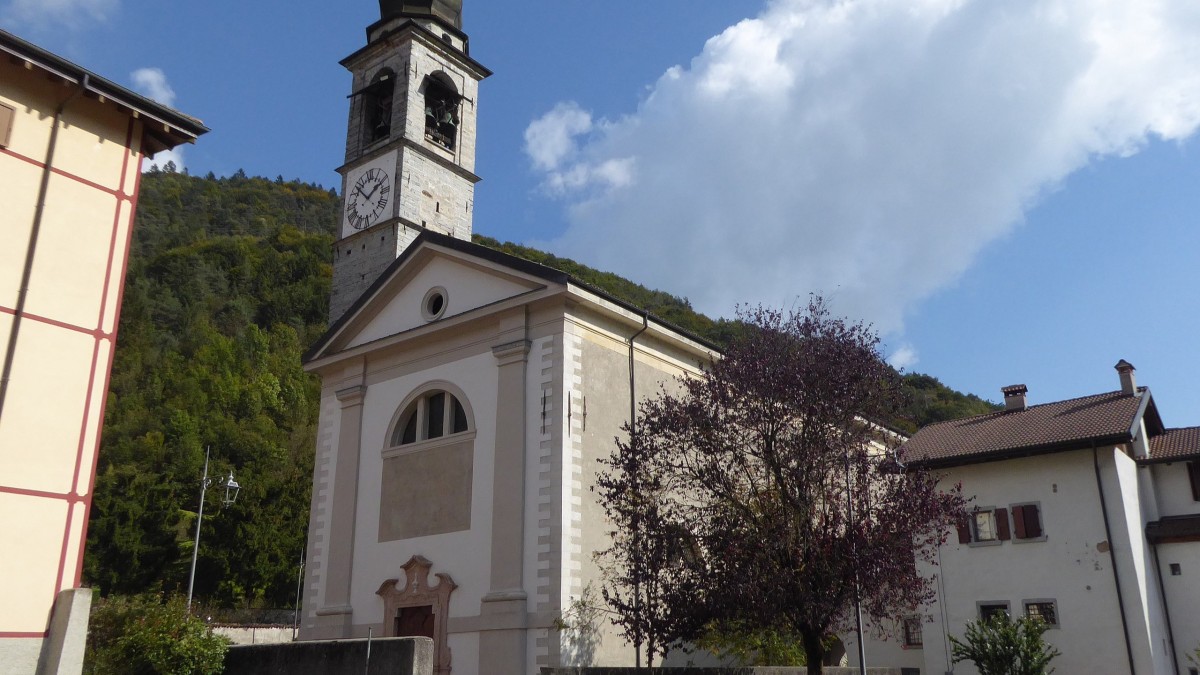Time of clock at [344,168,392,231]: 1:52
